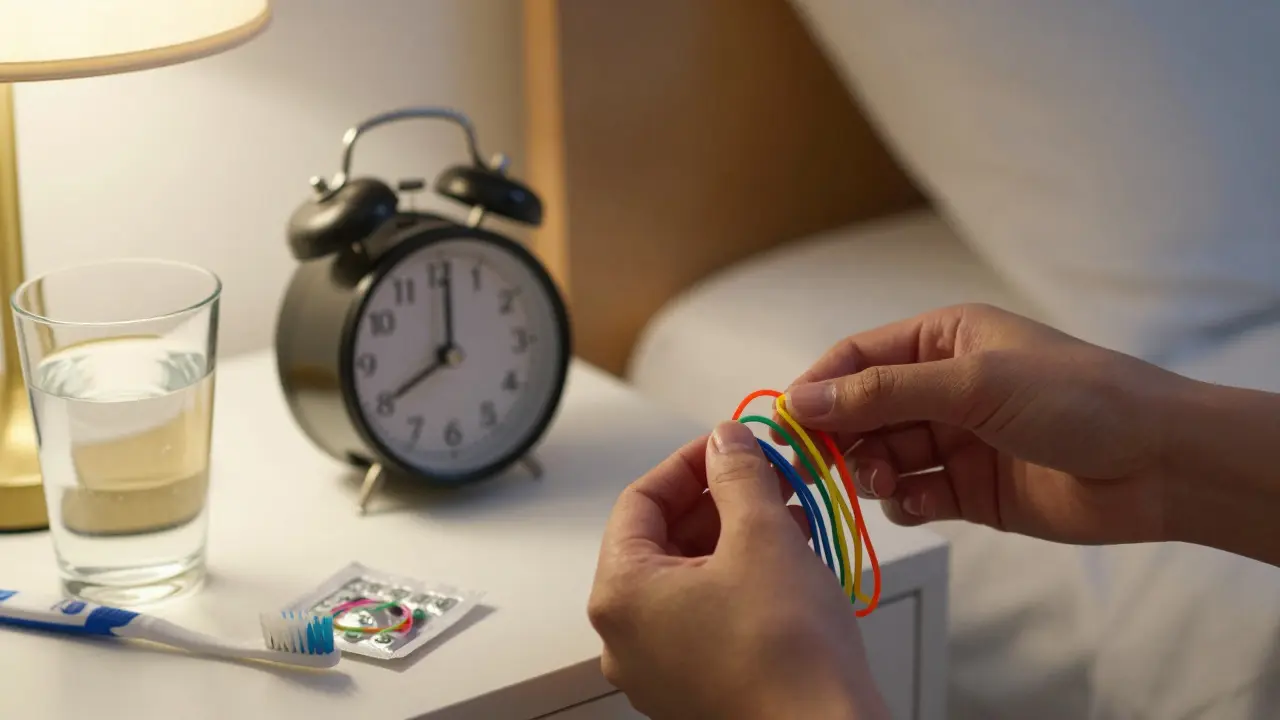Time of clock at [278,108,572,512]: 8:01
